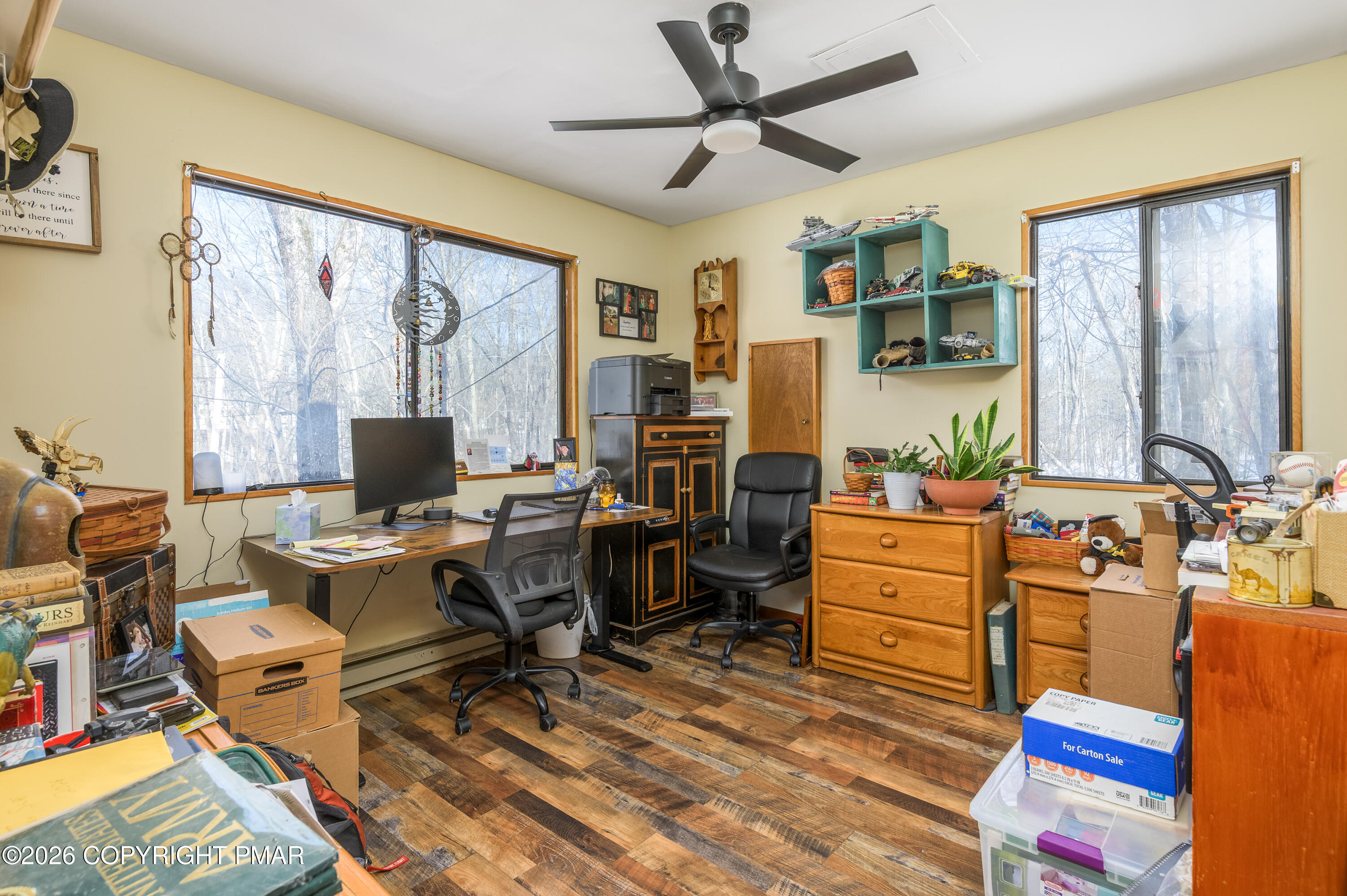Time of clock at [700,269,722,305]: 4:01
